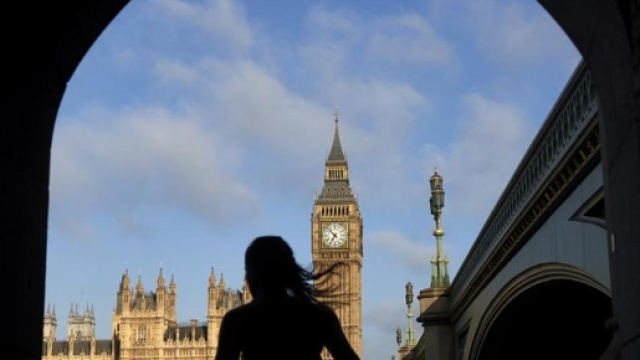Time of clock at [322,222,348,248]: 6:52
